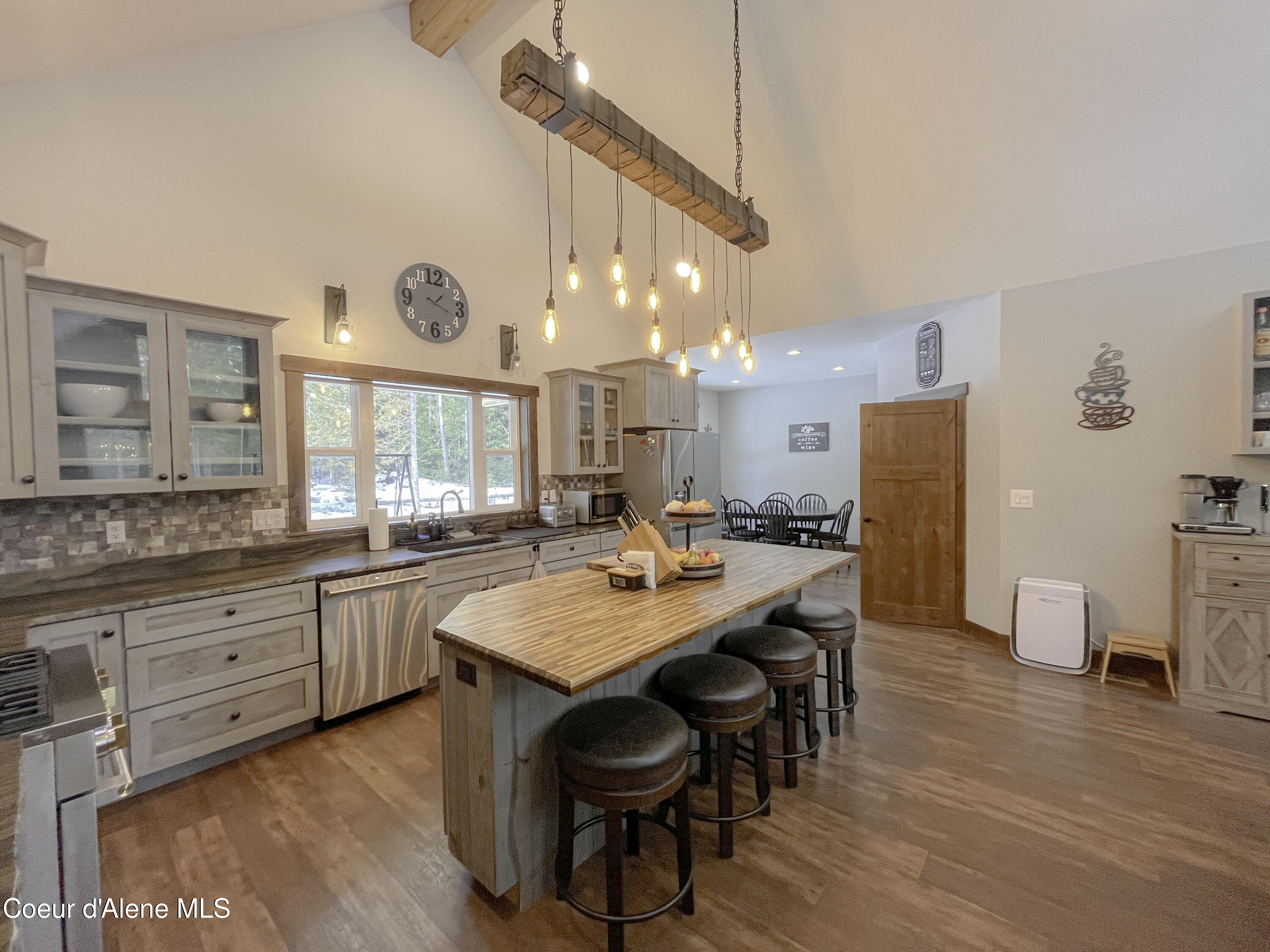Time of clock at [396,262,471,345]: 1:18
